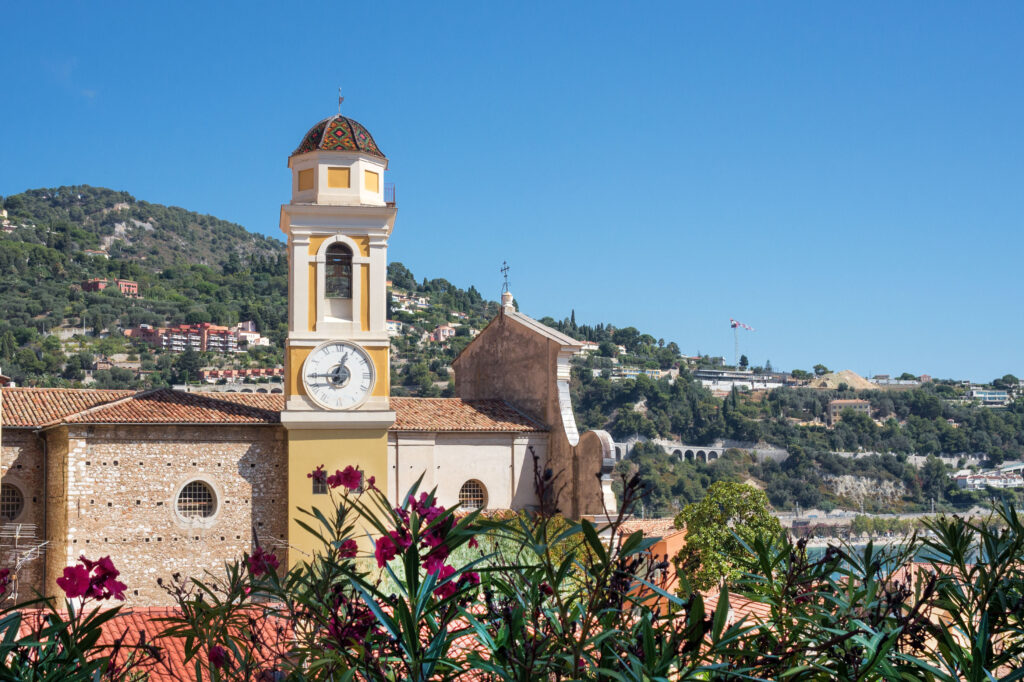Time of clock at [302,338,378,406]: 12:44
